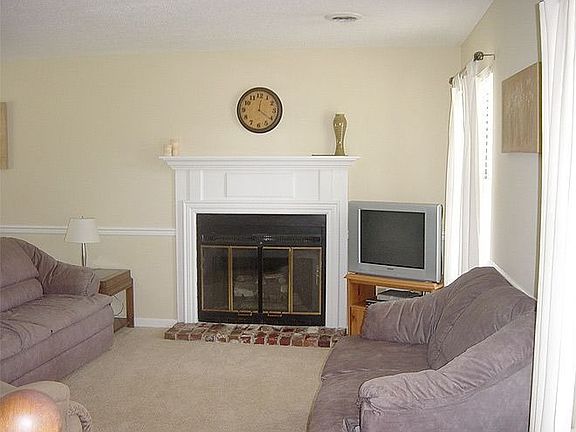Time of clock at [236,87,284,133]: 12:20
